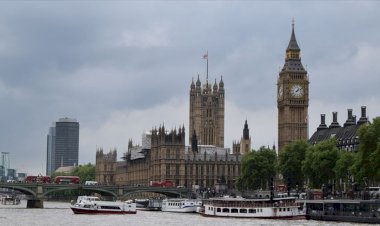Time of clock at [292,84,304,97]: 1:09
